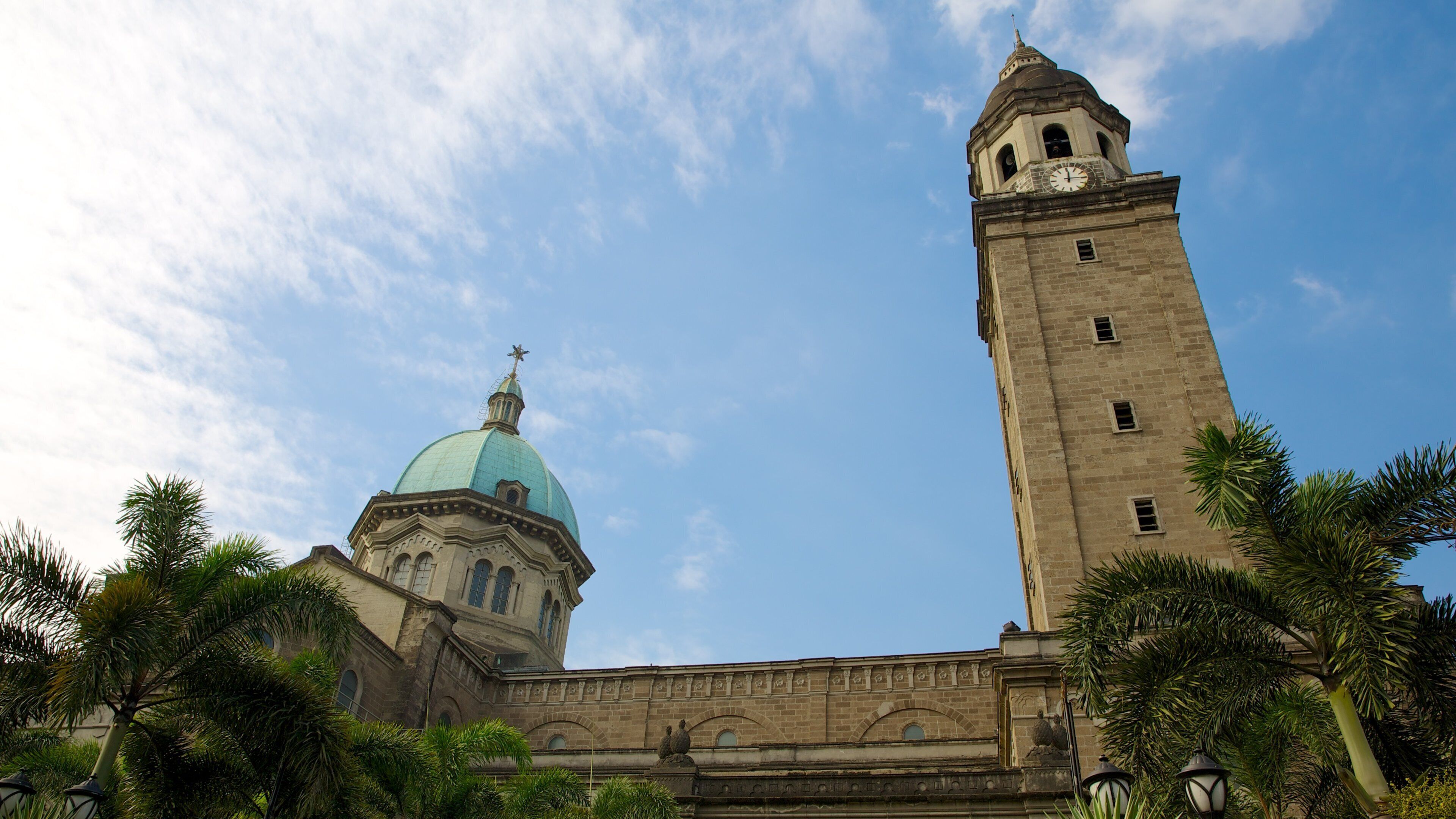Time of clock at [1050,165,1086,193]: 12:14
